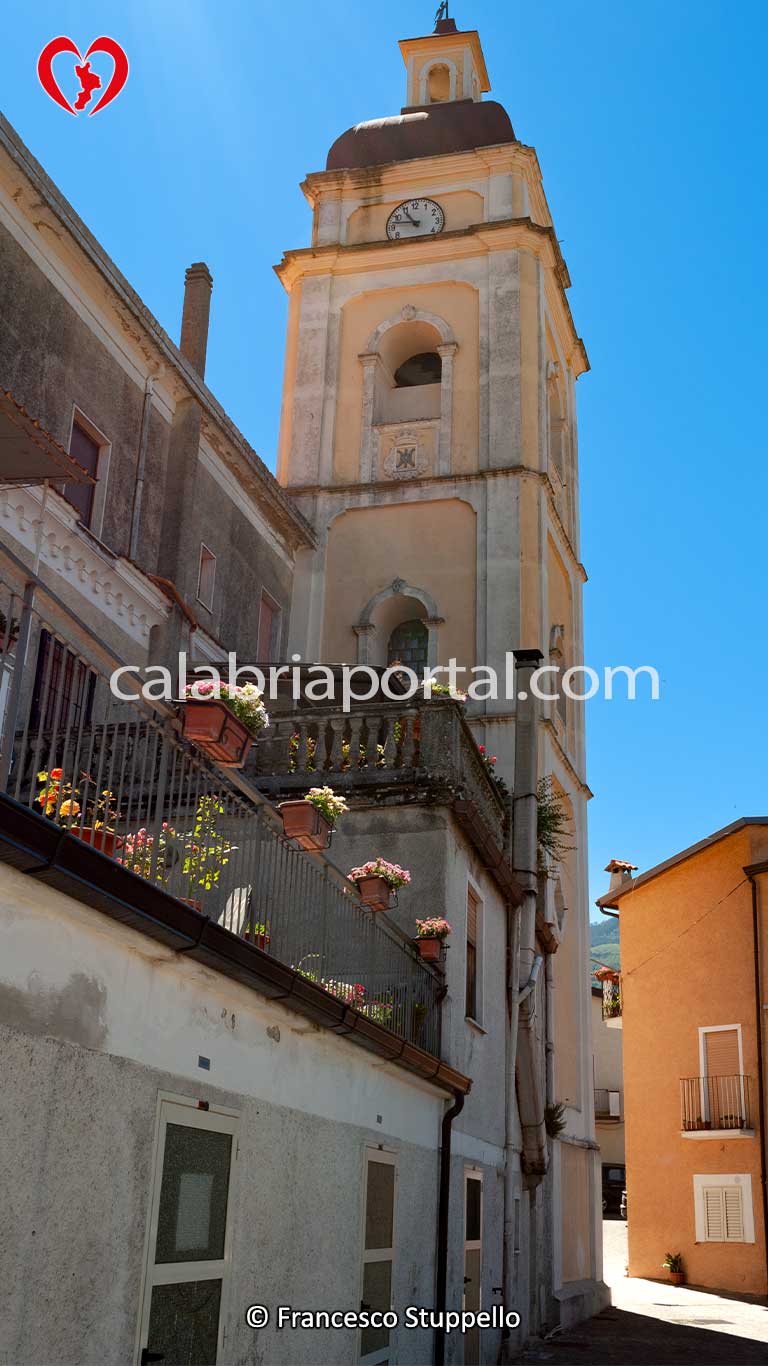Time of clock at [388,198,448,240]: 10:47
